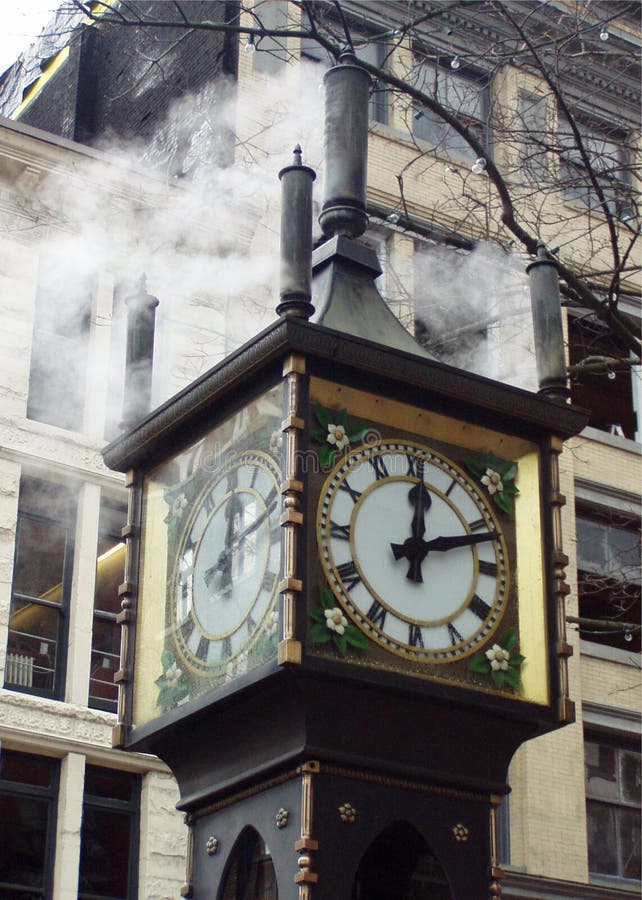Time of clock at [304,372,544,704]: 12:11
